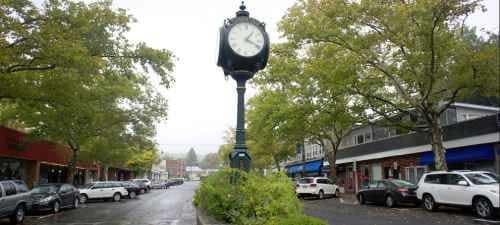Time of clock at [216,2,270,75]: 1:18
